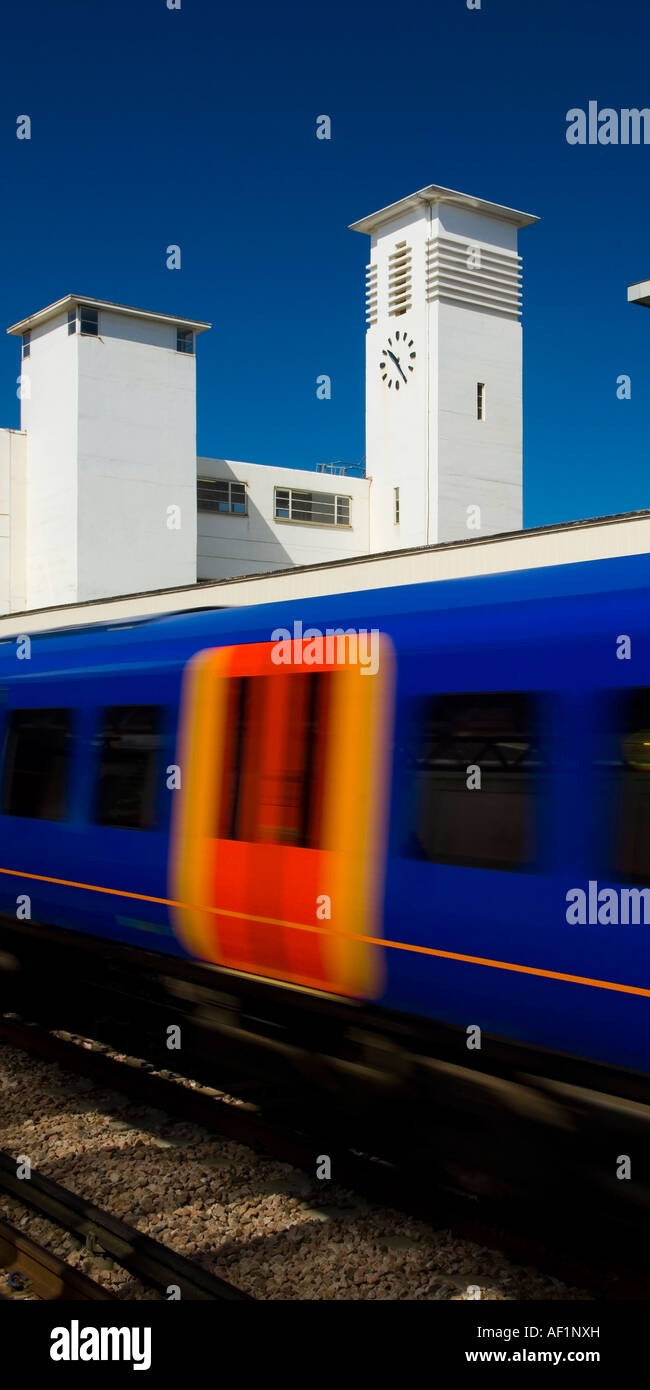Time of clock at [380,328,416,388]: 10:24
